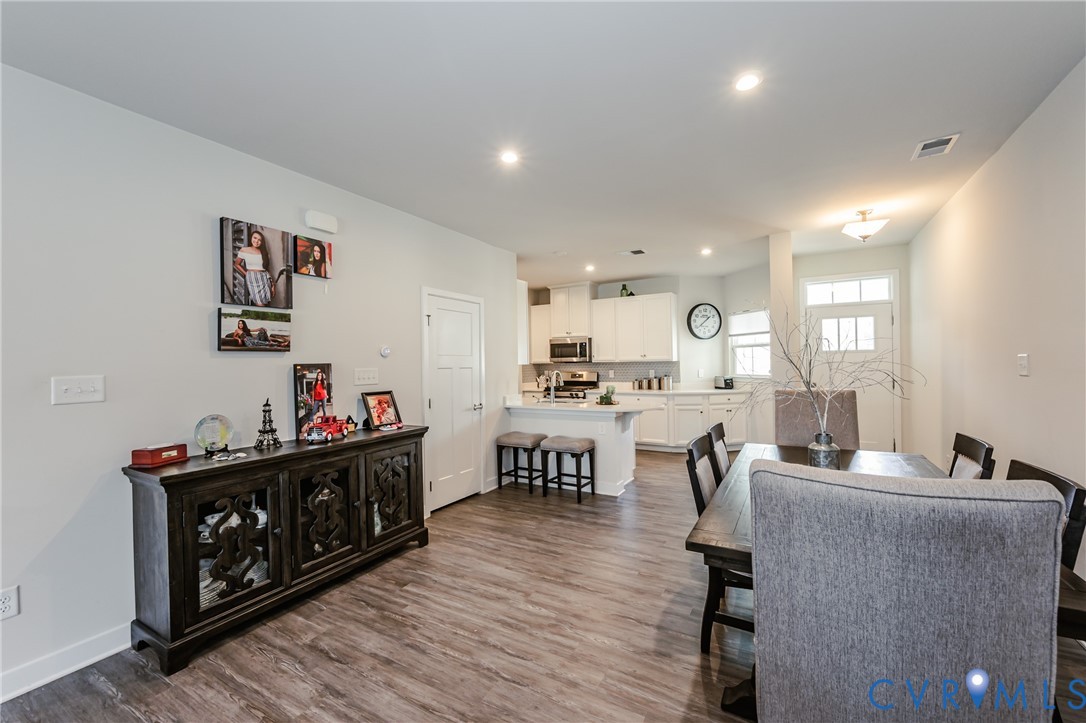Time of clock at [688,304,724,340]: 1:38
